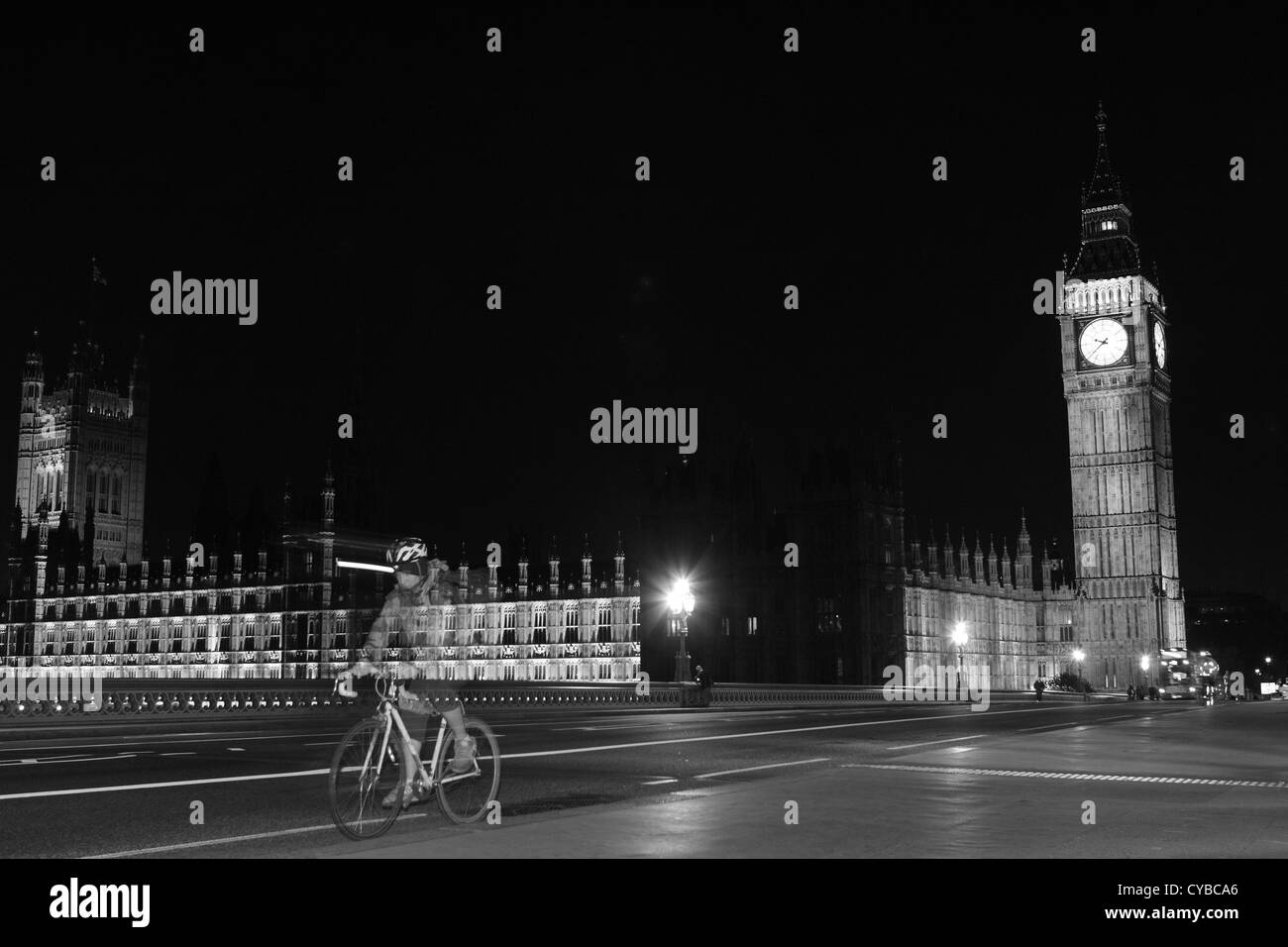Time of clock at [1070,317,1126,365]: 9:38
